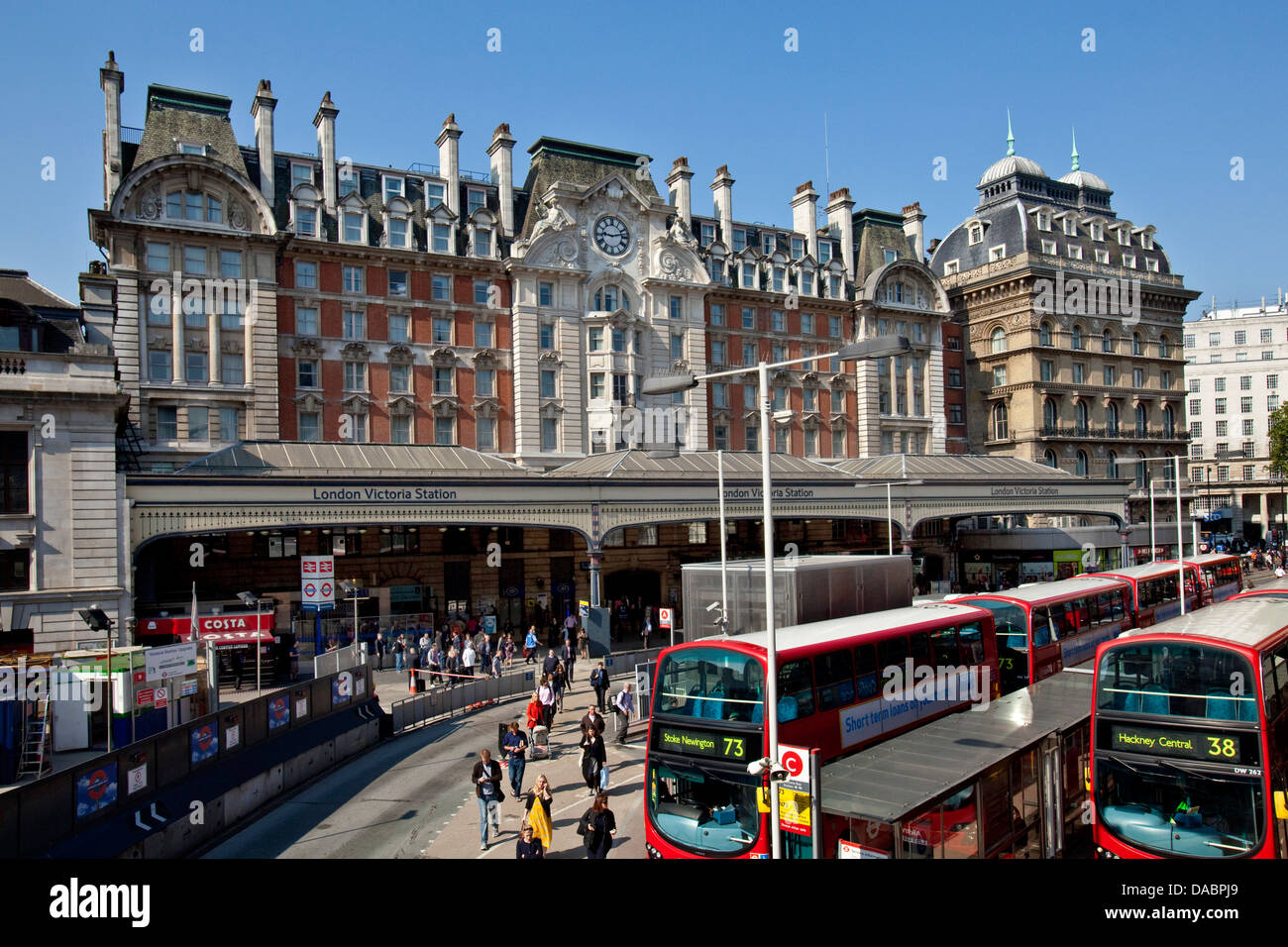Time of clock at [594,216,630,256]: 9:12
